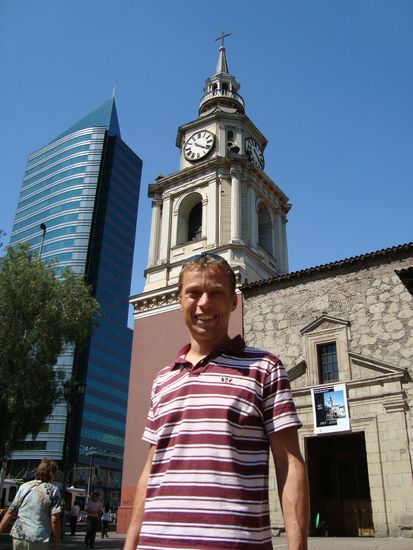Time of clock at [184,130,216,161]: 4:20
